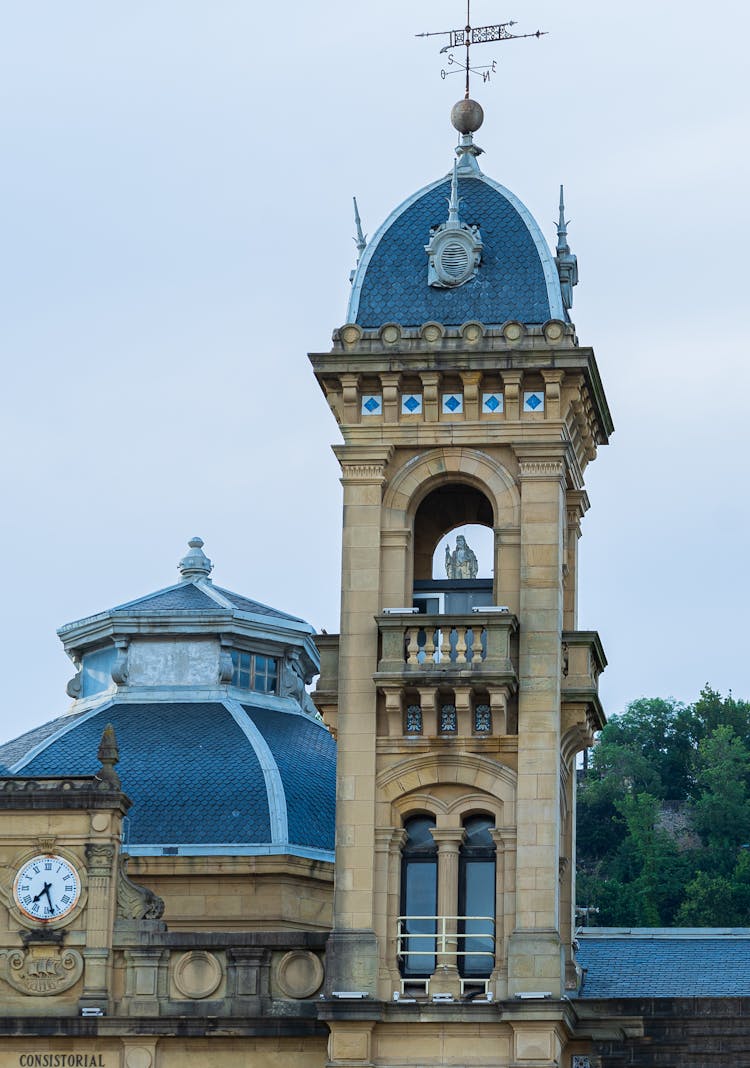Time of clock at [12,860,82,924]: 7:27
